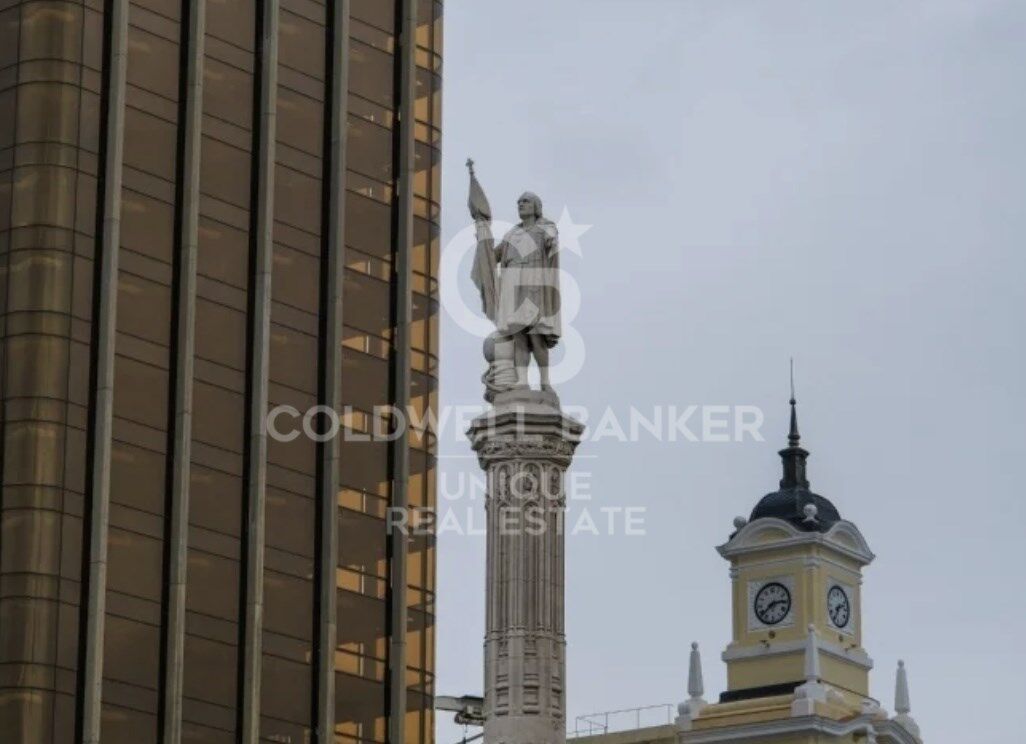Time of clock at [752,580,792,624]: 2:38
